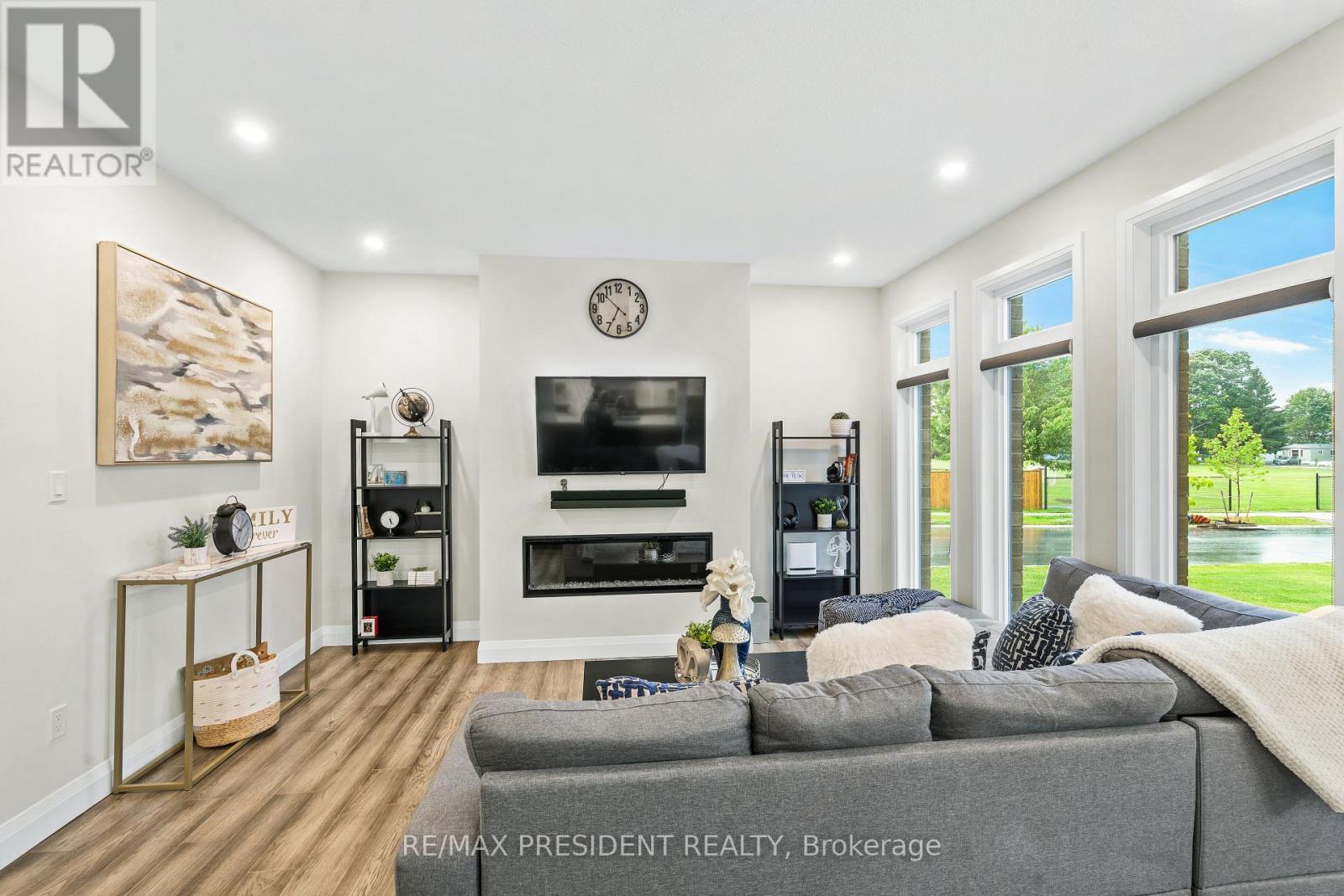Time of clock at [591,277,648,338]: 6:52
